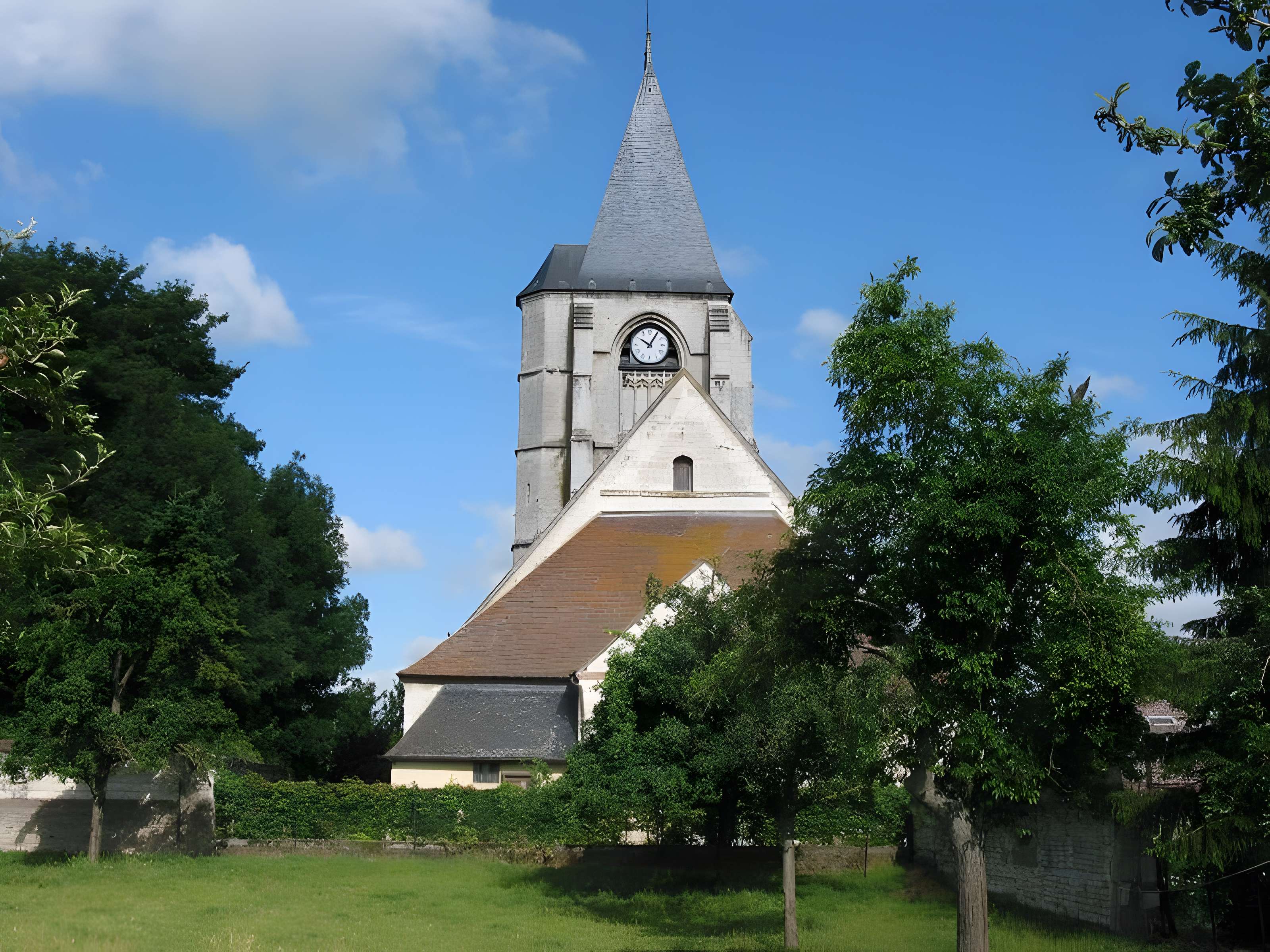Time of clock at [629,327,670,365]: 10:05
